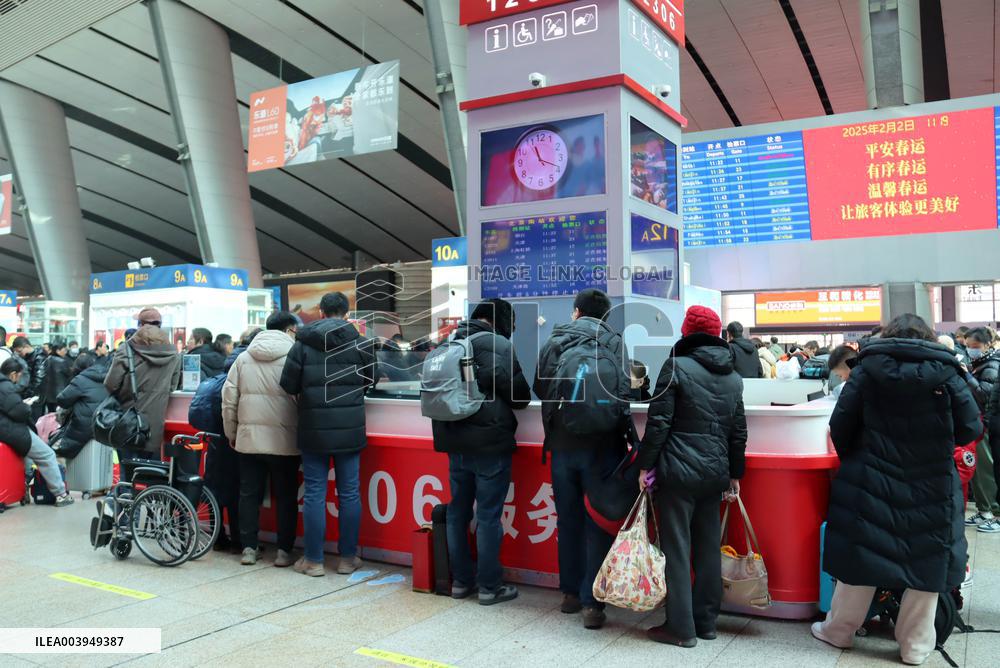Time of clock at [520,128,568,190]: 11:18
